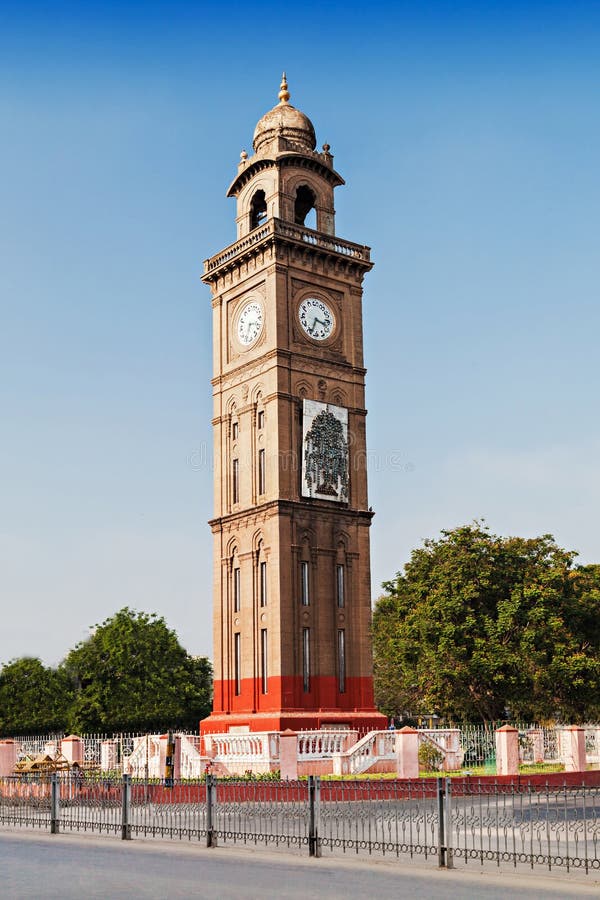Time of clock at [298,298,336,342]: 3:34
